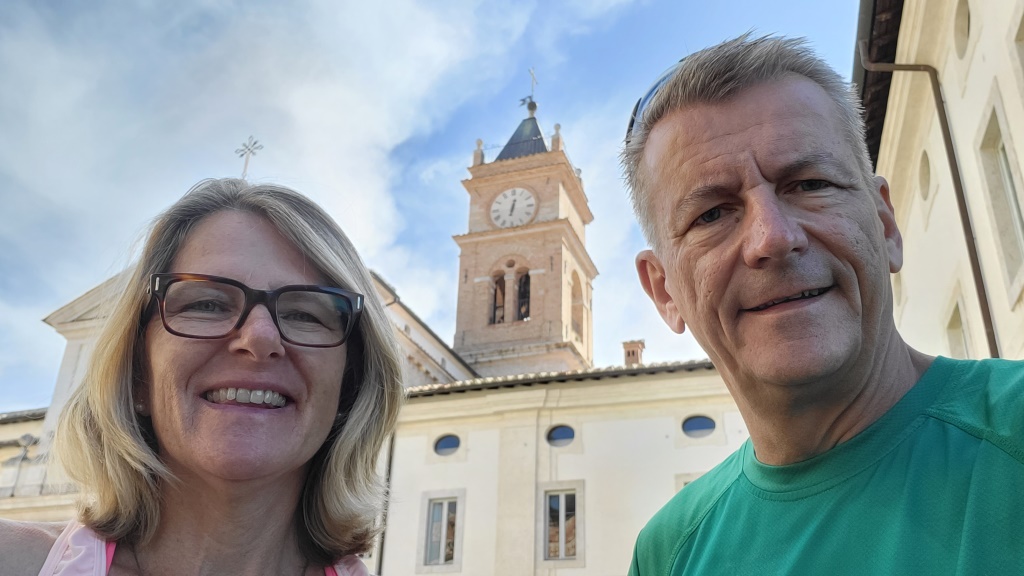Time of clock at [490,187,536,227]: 12:32
